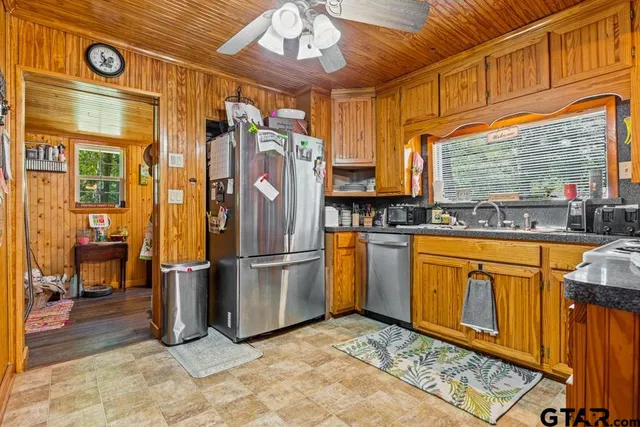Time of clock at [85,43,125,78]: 11:35
